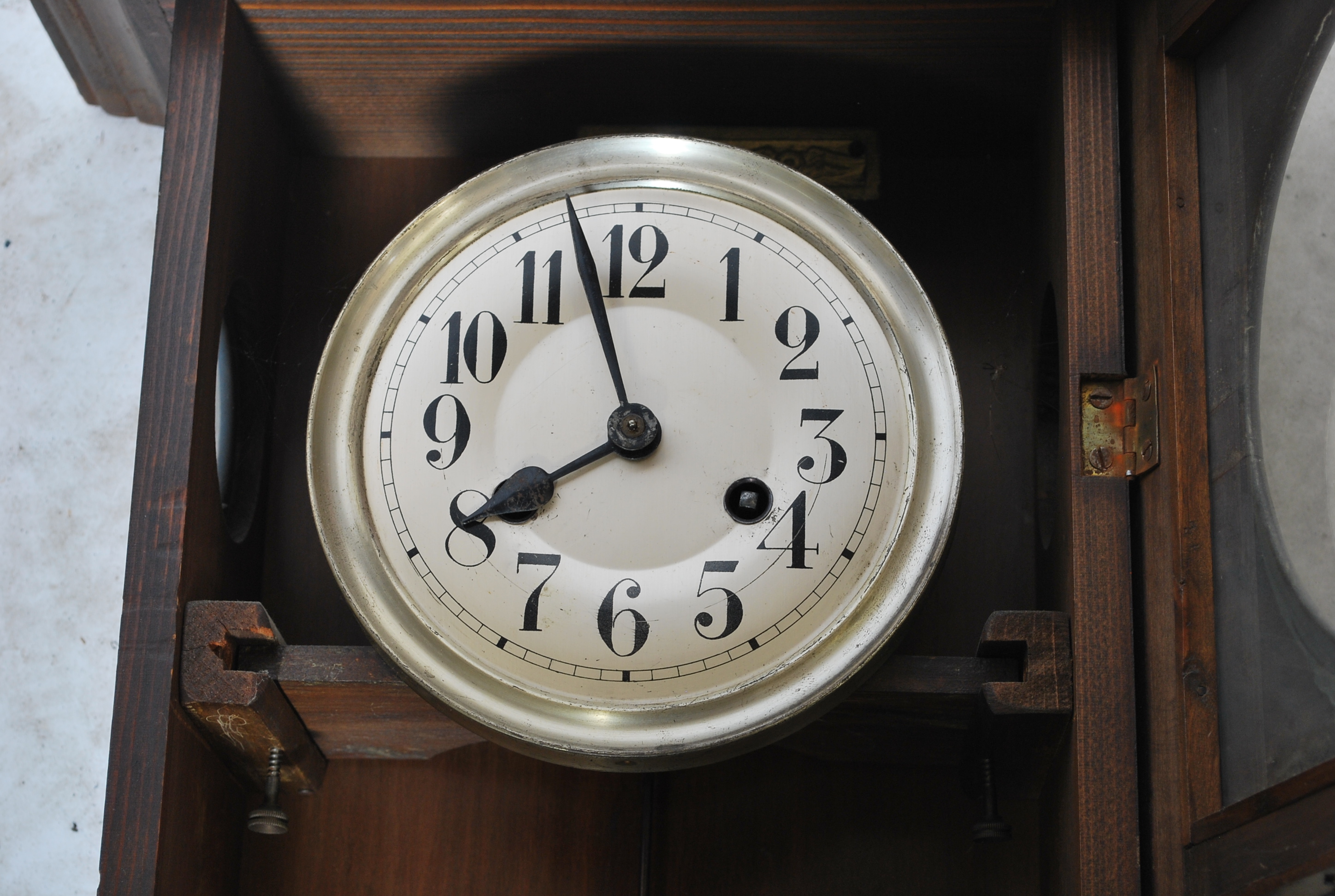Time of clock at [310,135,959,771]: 7:57
